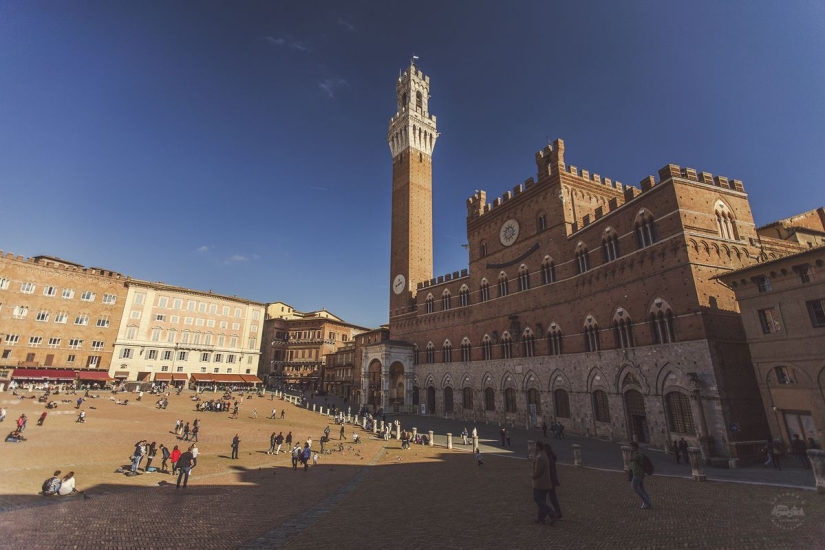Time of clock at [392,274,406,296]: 10:41
